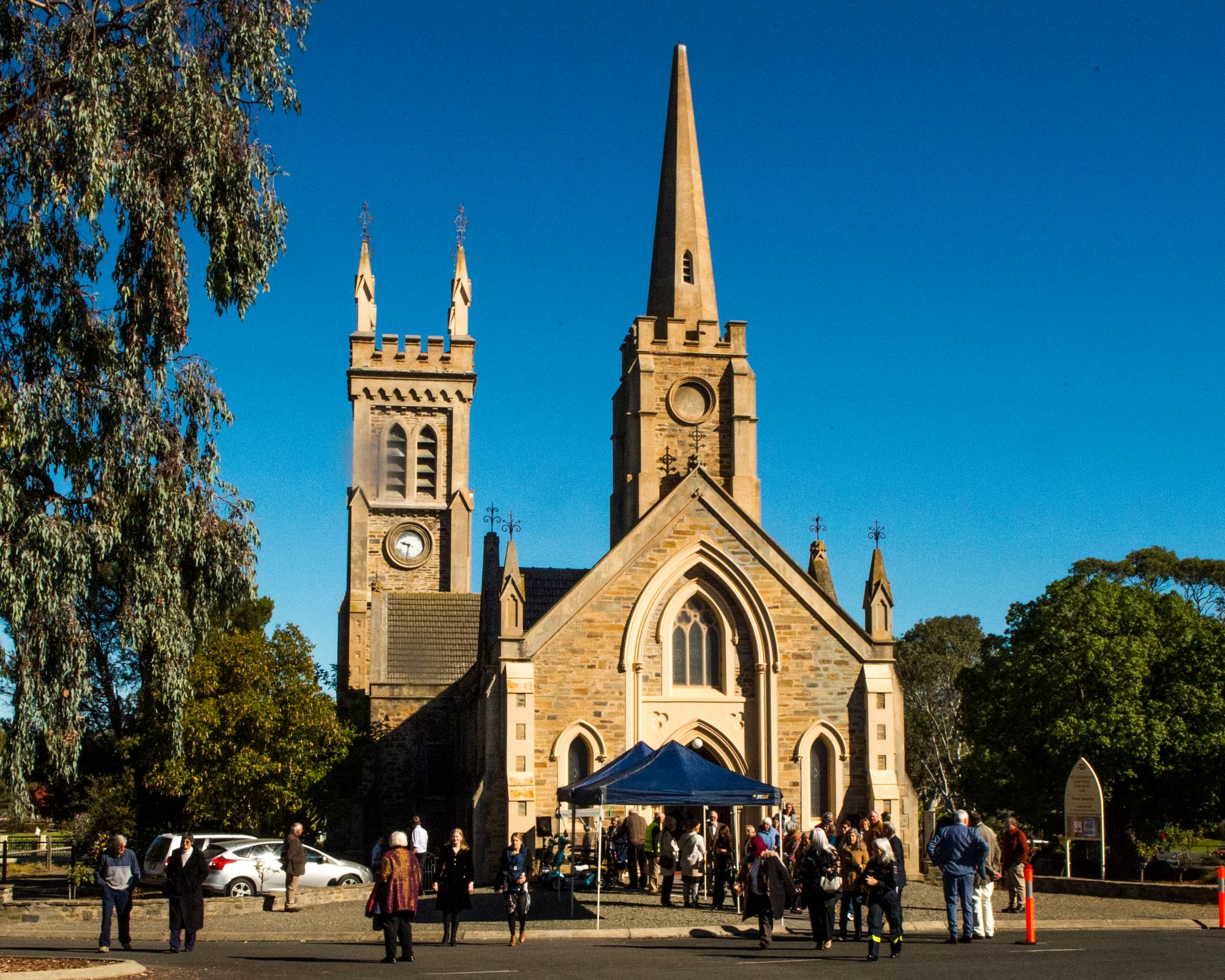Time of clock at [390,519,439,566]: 9:32
